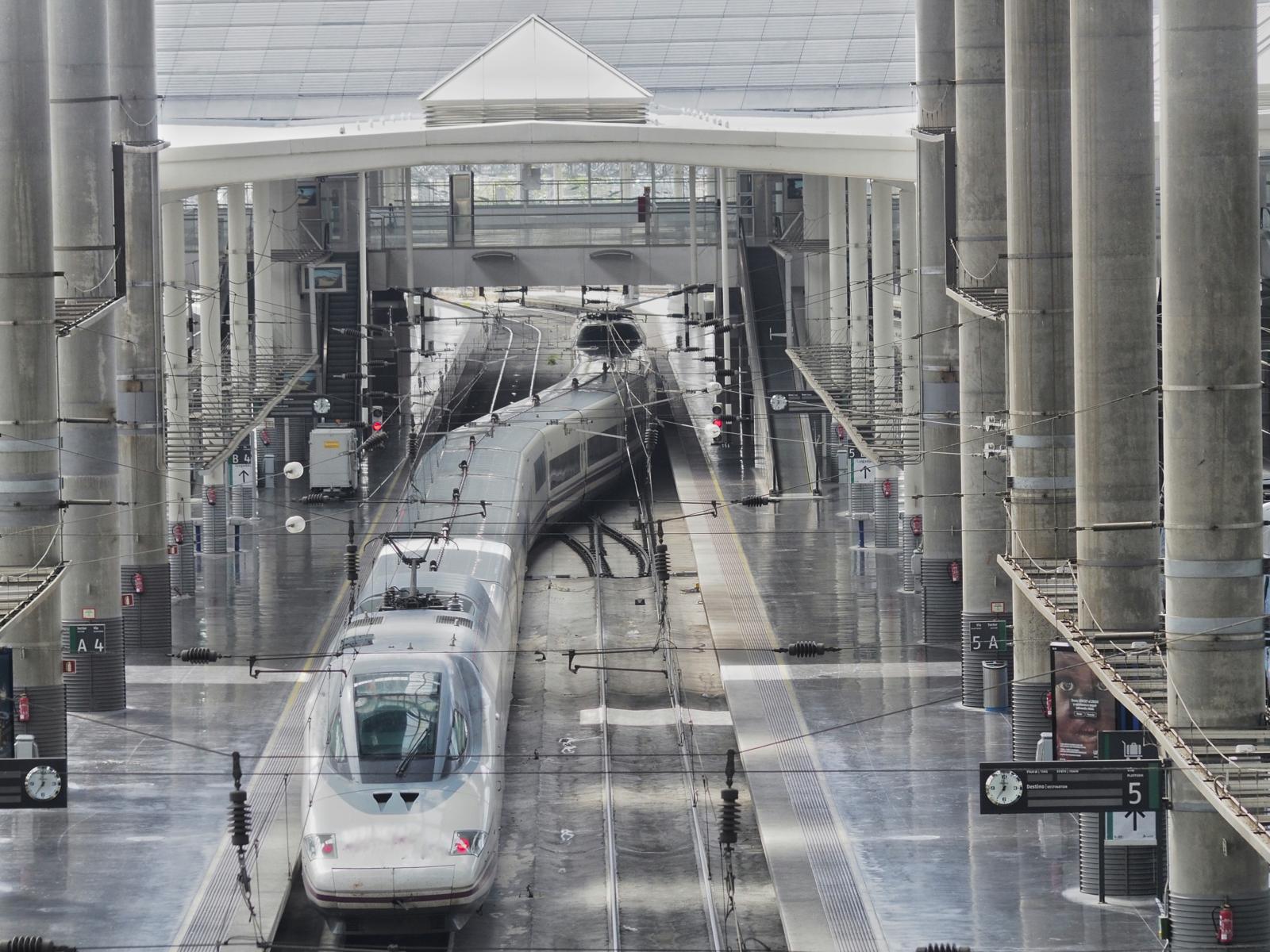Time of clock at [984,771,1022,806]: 7:00
